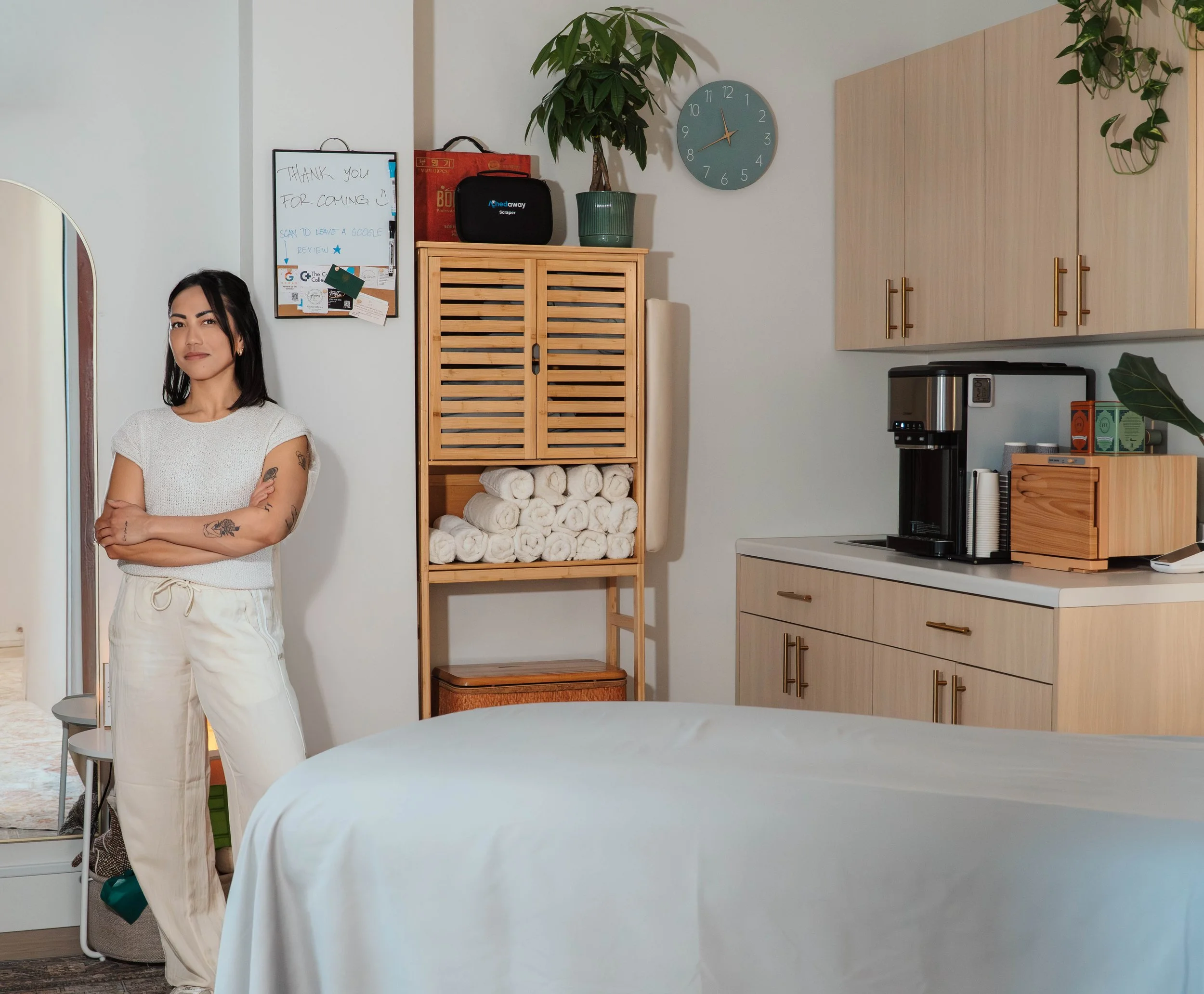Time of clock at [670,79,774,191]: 11:40
